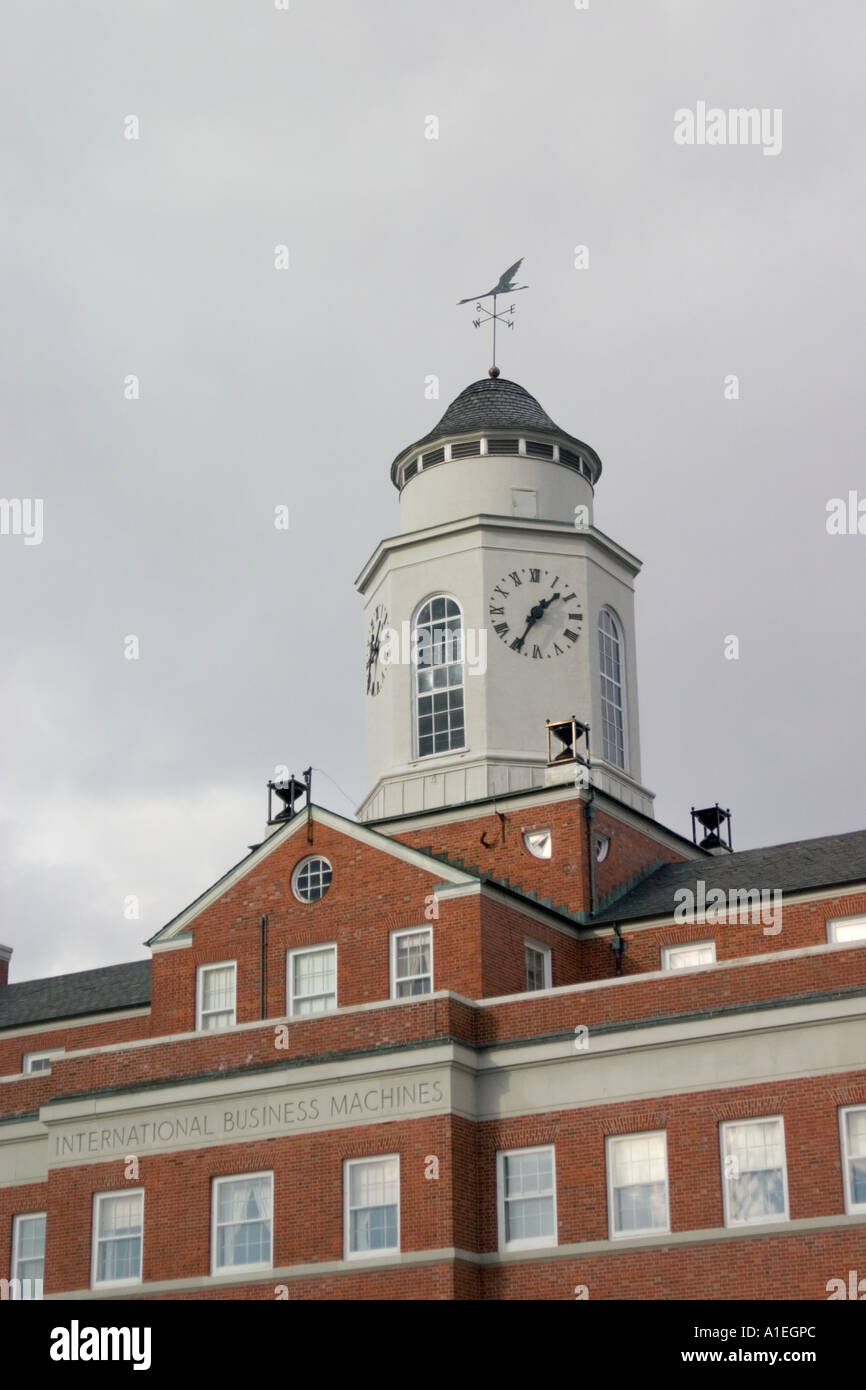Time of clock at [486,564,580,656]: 1:34
